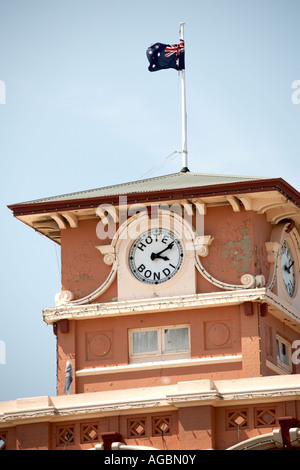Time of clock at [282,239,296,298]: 3:11
